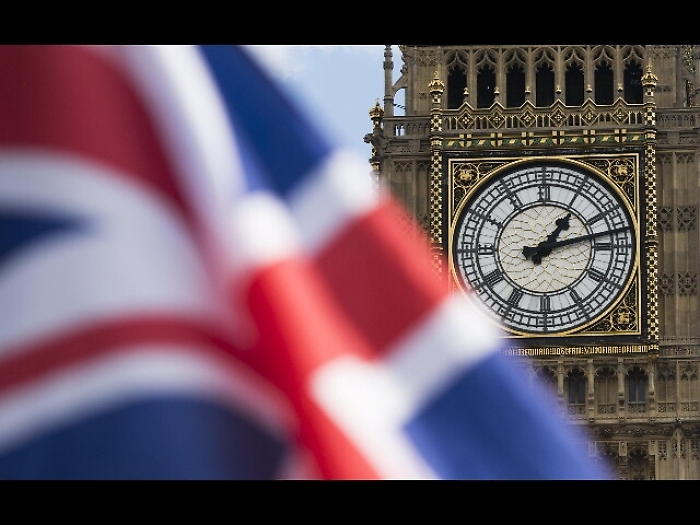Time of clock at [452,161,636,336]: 1:12
